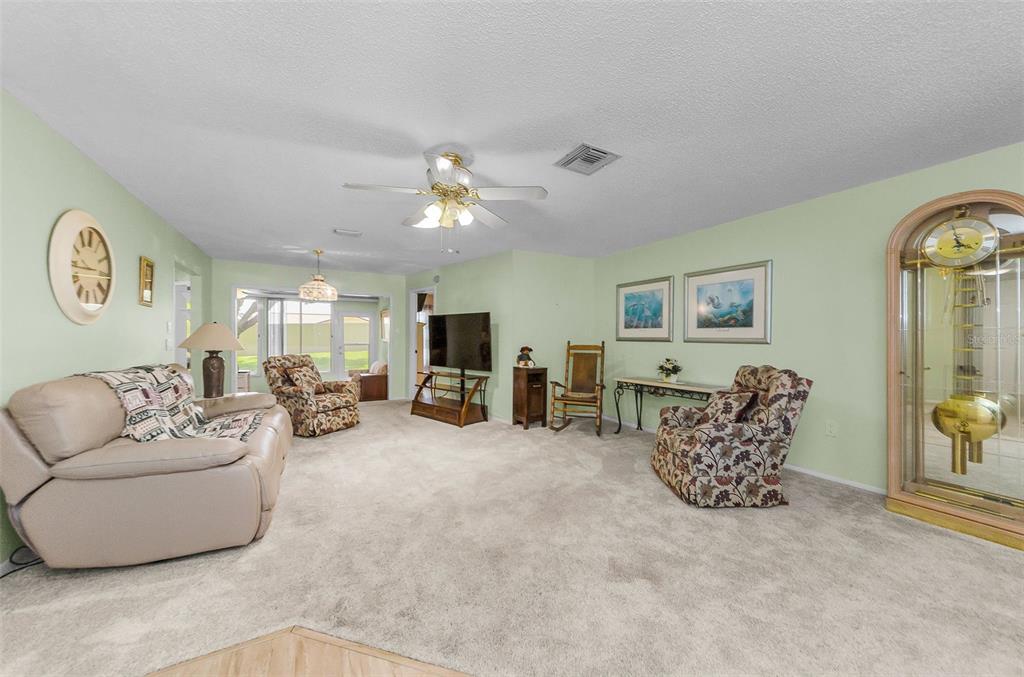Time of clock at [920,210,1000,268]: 3:57
